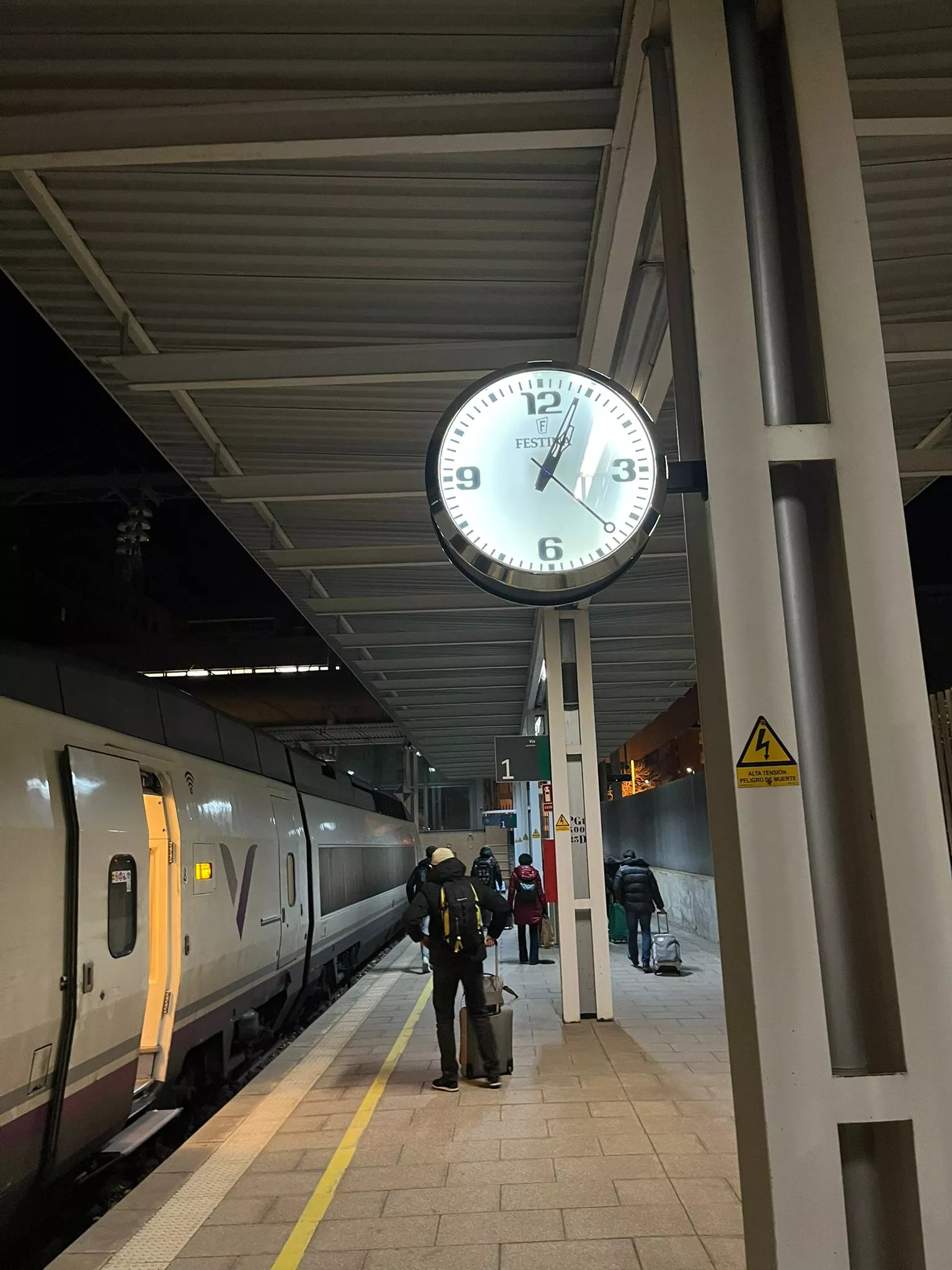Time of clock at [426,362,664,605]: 1:04
